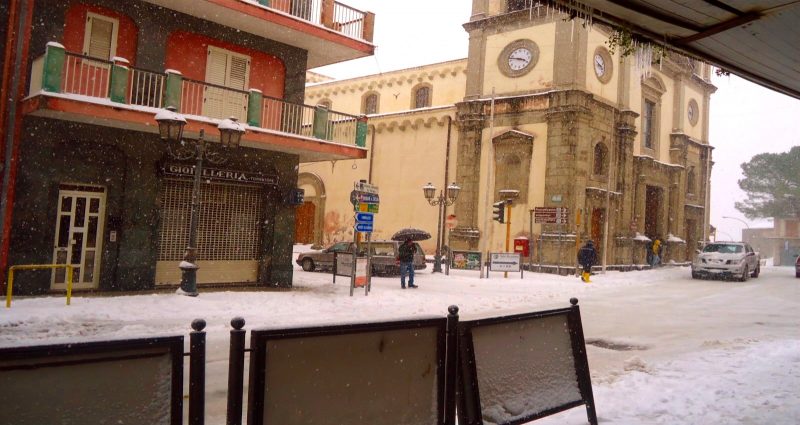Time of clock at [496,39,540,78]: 3:47
